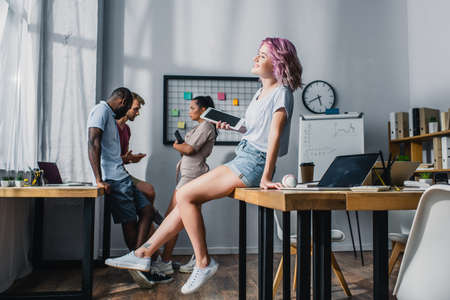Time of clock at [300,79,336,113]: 5:41
